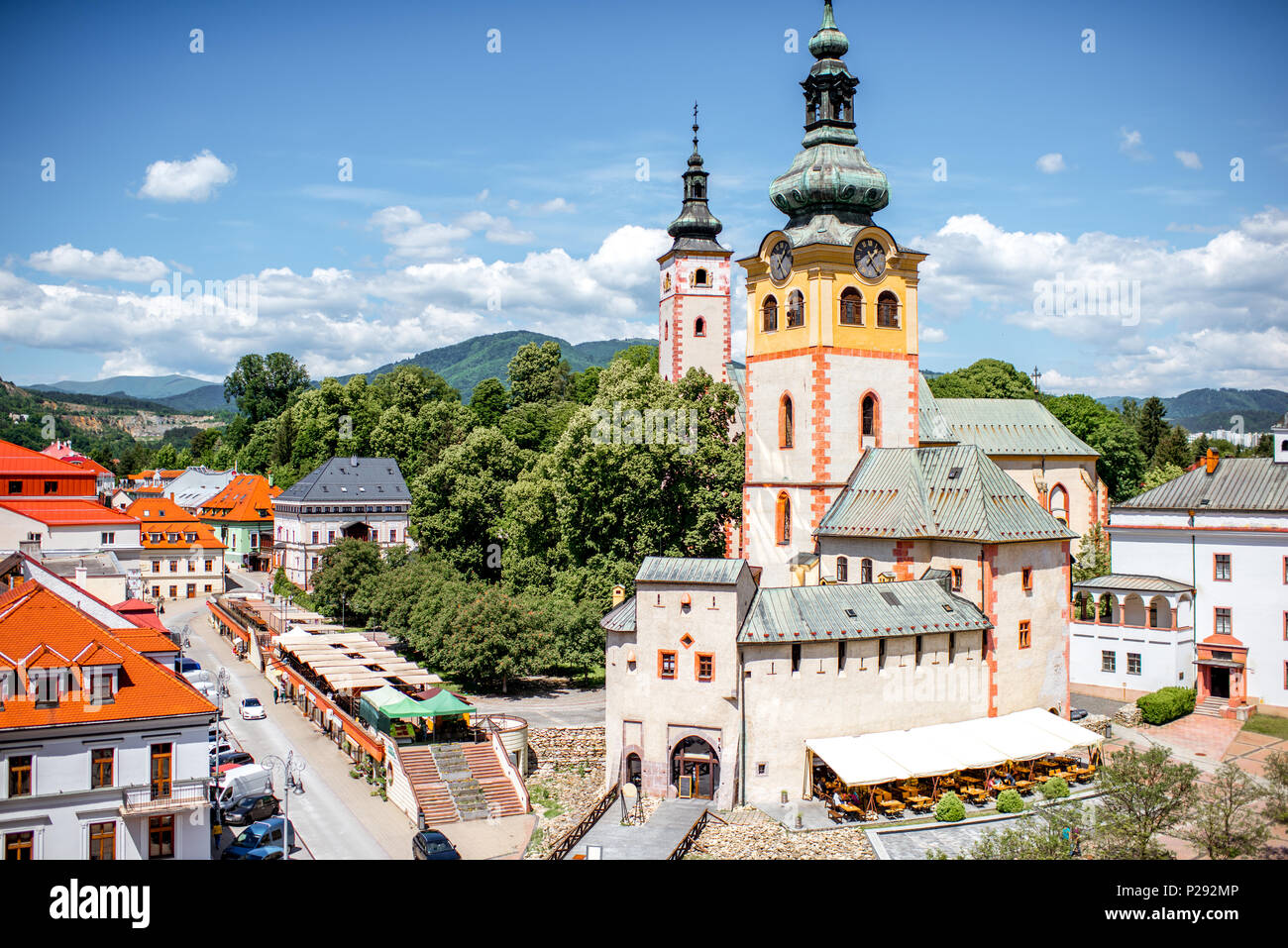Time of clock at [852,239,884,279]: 1:23
